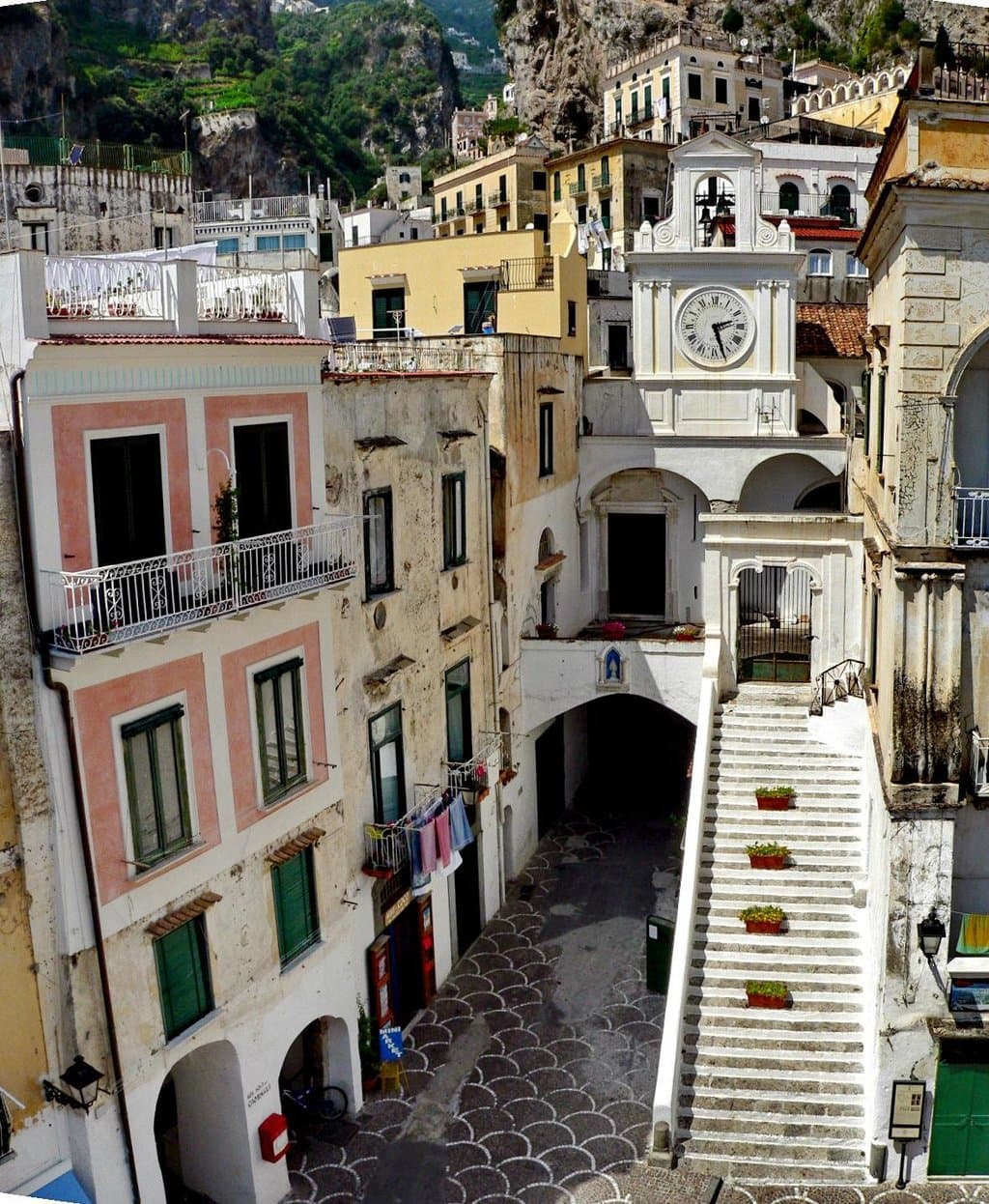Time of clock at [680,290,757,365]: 2:27
